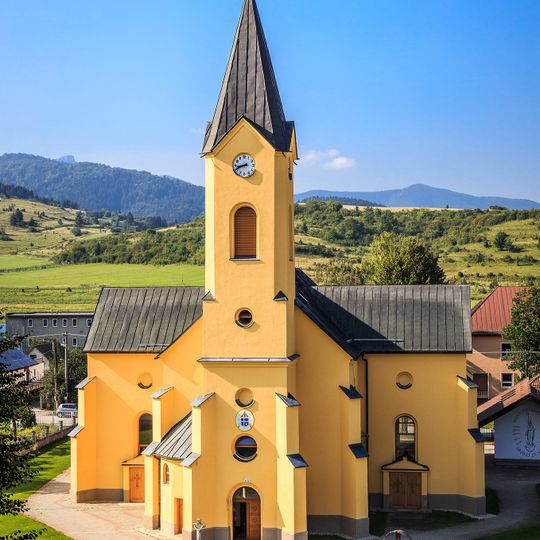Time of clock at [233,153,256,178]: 8:41
